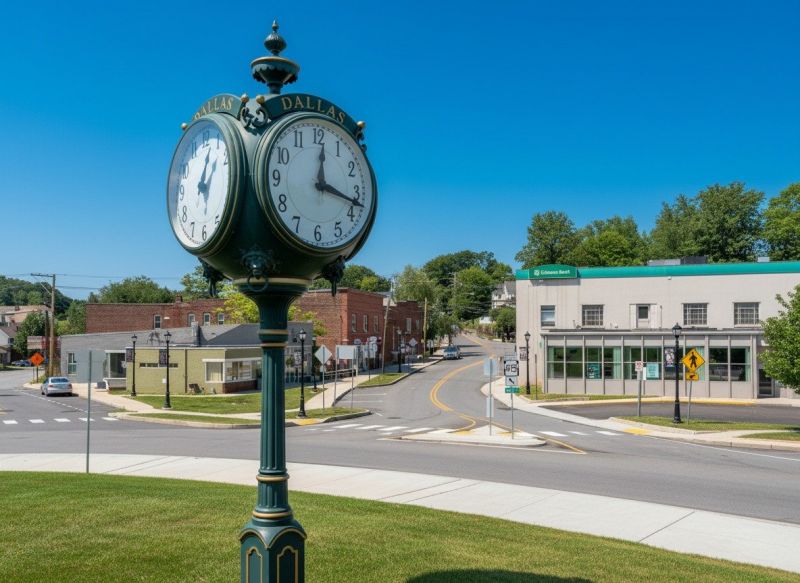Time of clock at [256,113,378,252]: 12:17
